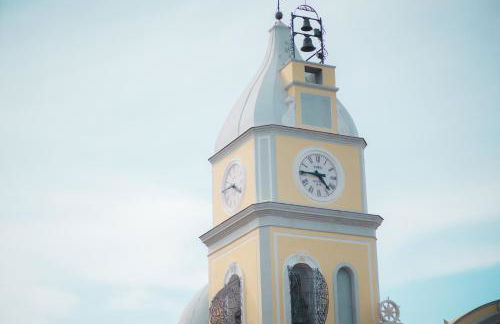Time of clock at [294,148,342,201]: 4:45
